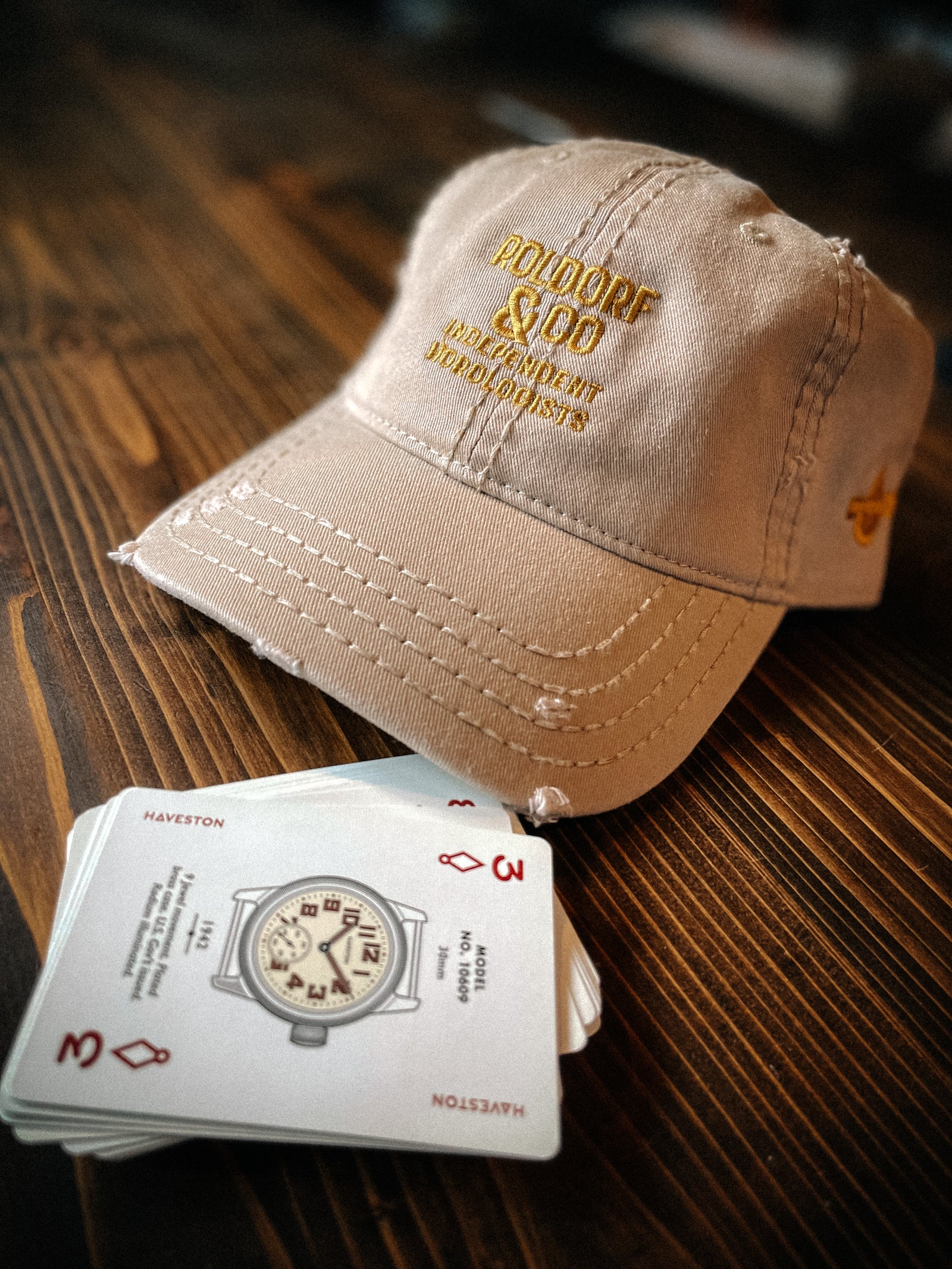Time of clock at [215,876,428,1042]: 1:24
